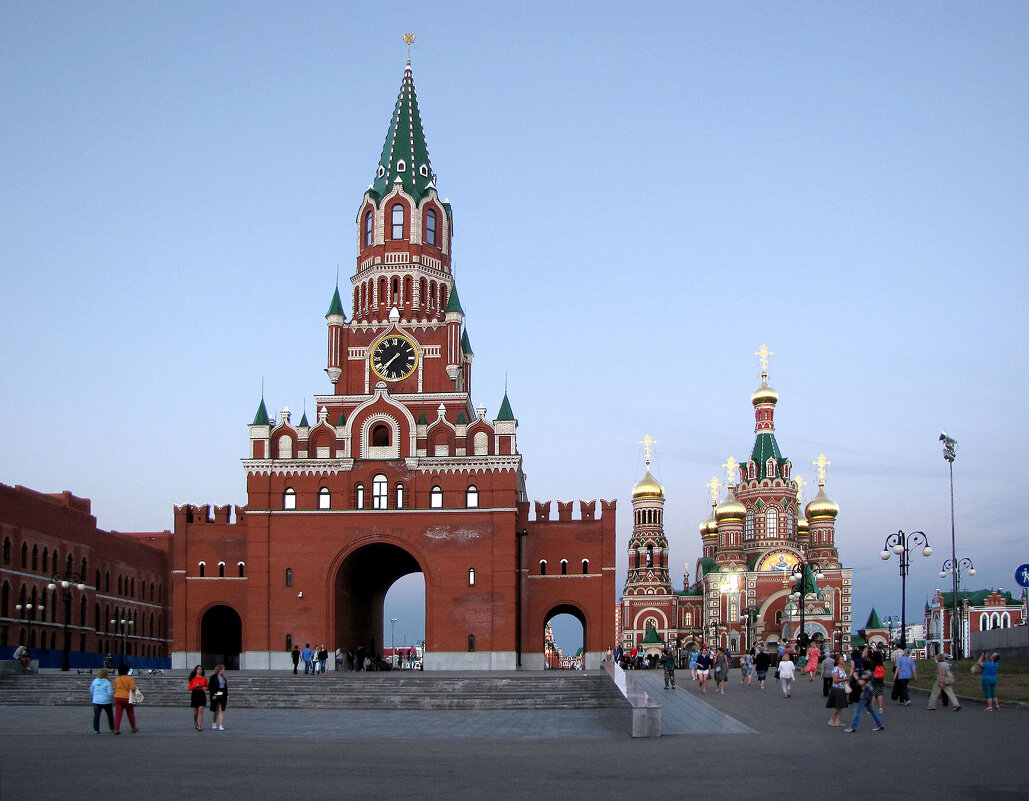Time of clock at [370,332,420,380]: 7:37
